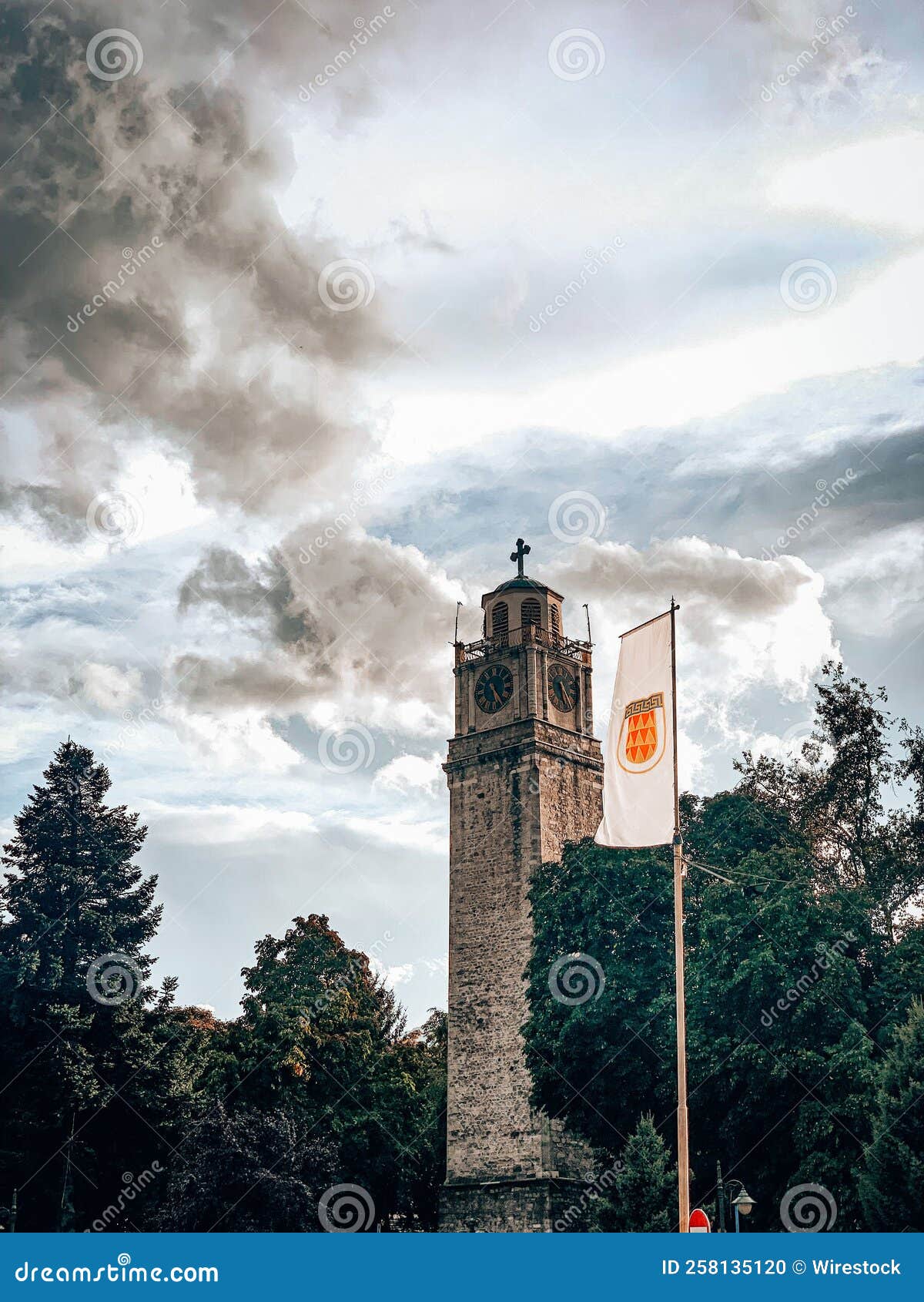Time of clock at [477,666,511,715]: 5:24
